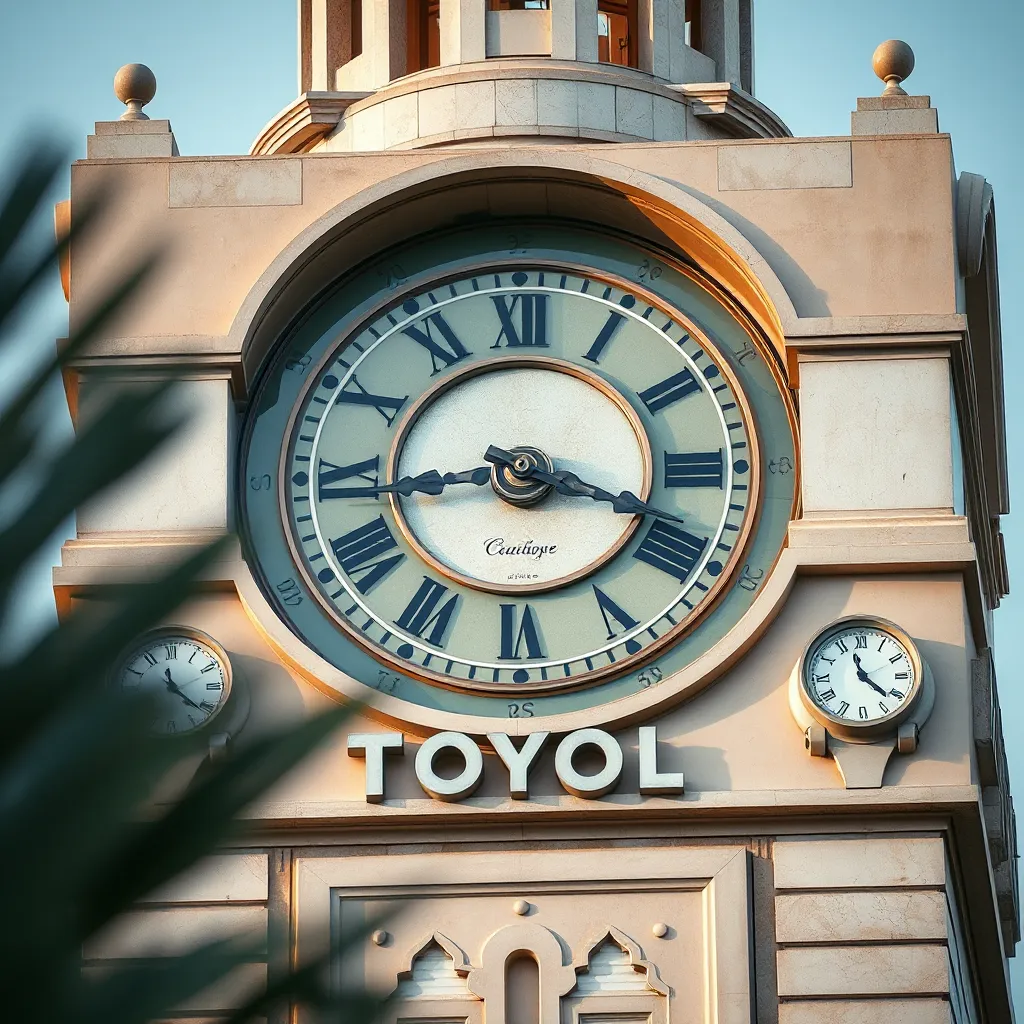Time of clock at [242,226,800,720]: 3:43
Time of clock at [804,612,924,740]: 11:21
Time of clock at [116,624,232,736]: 11:21
